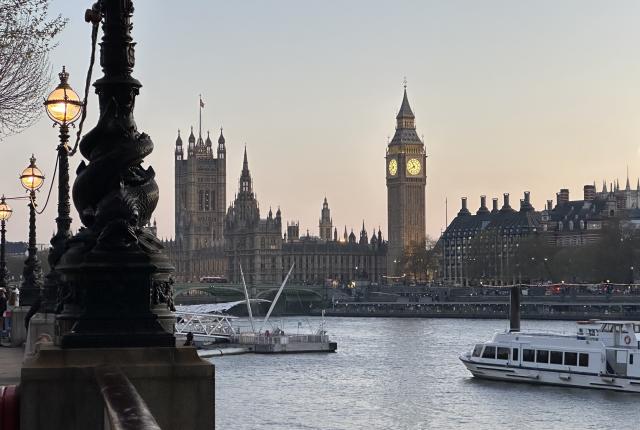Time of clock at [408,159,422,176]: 7:55
